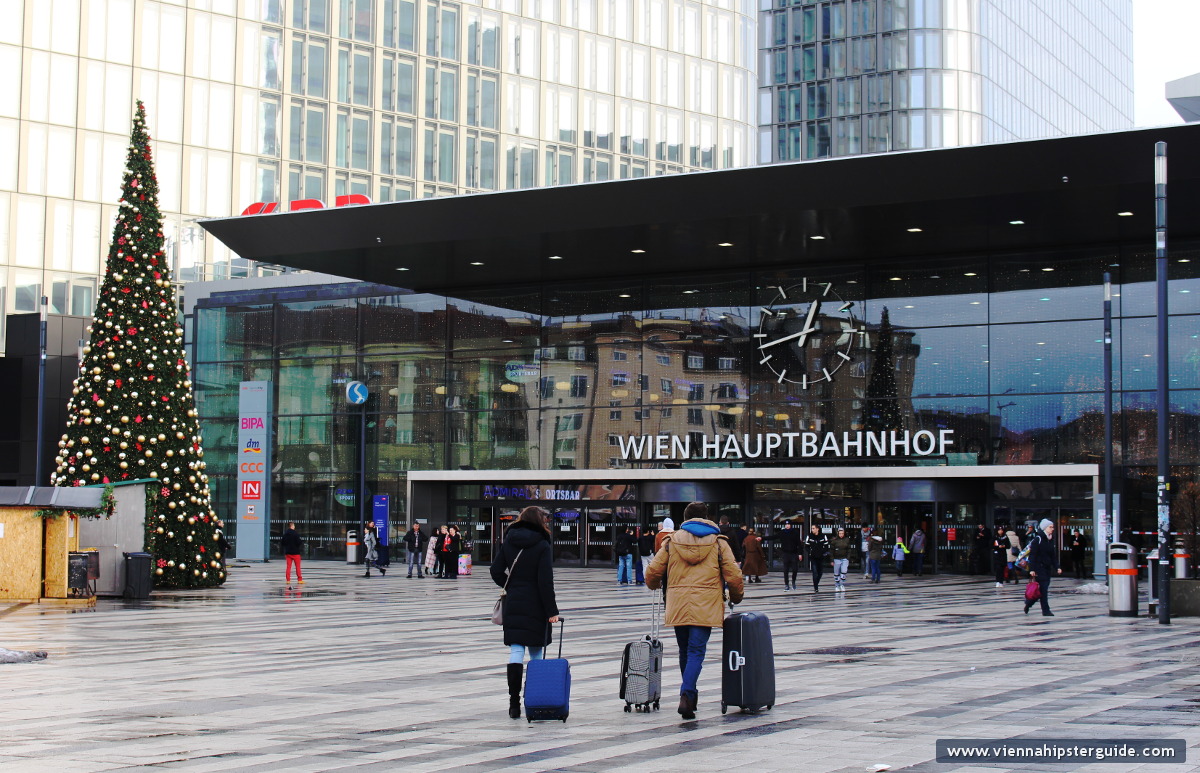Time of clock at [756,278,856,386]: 12:42
